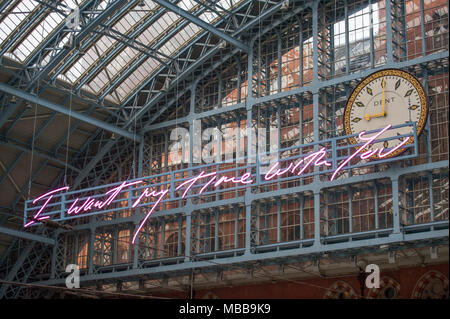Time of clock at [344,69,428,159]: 9:00
